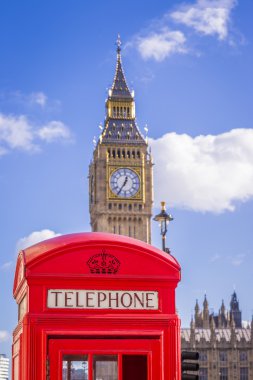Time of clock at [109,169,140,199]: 12:35
